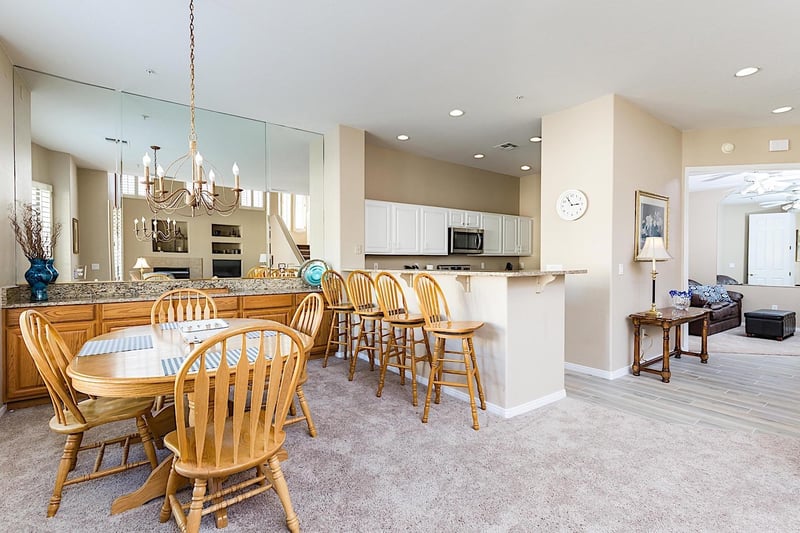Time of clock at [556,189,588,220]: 2:55
